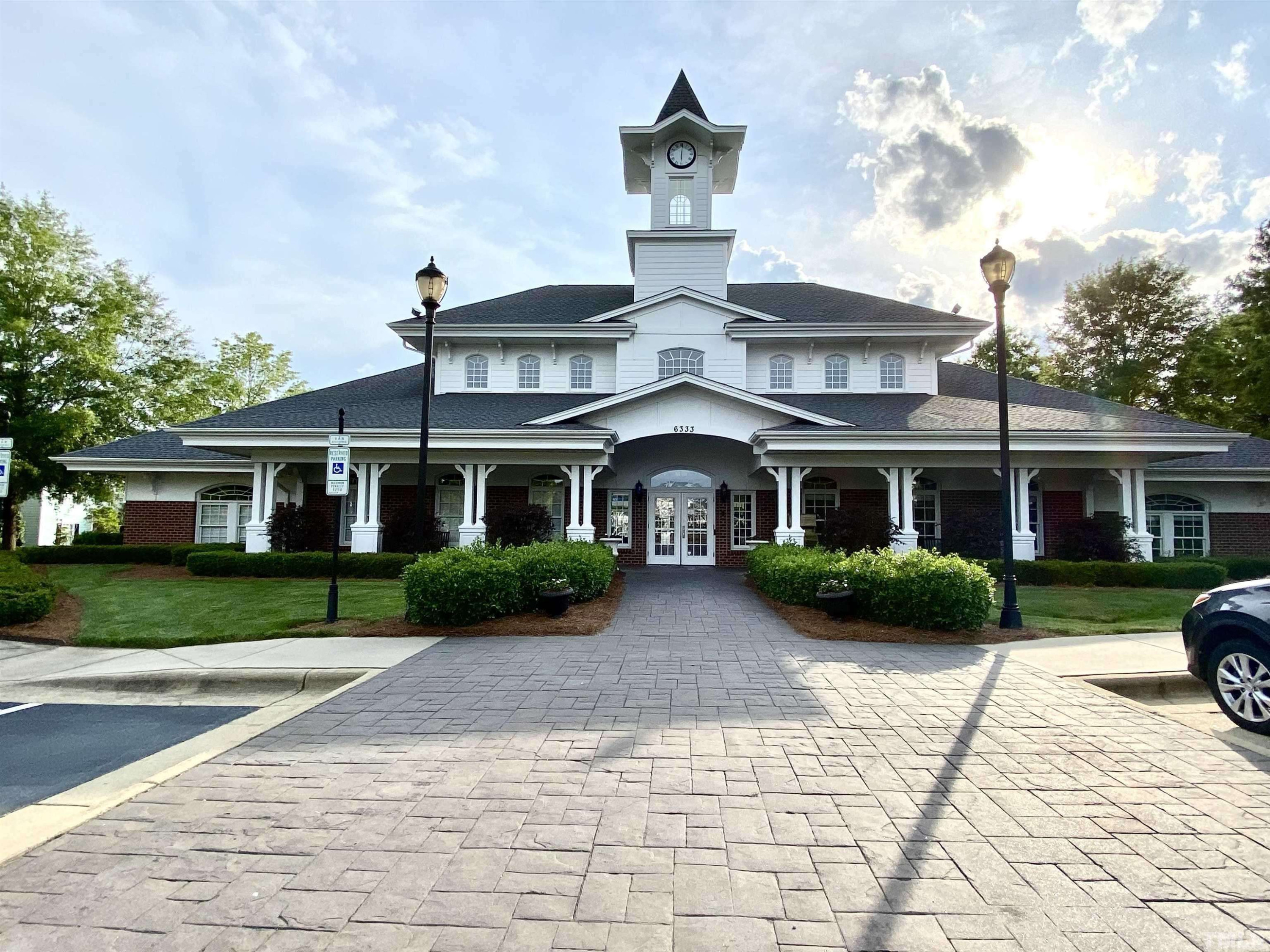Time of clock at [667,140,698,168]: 6:01
